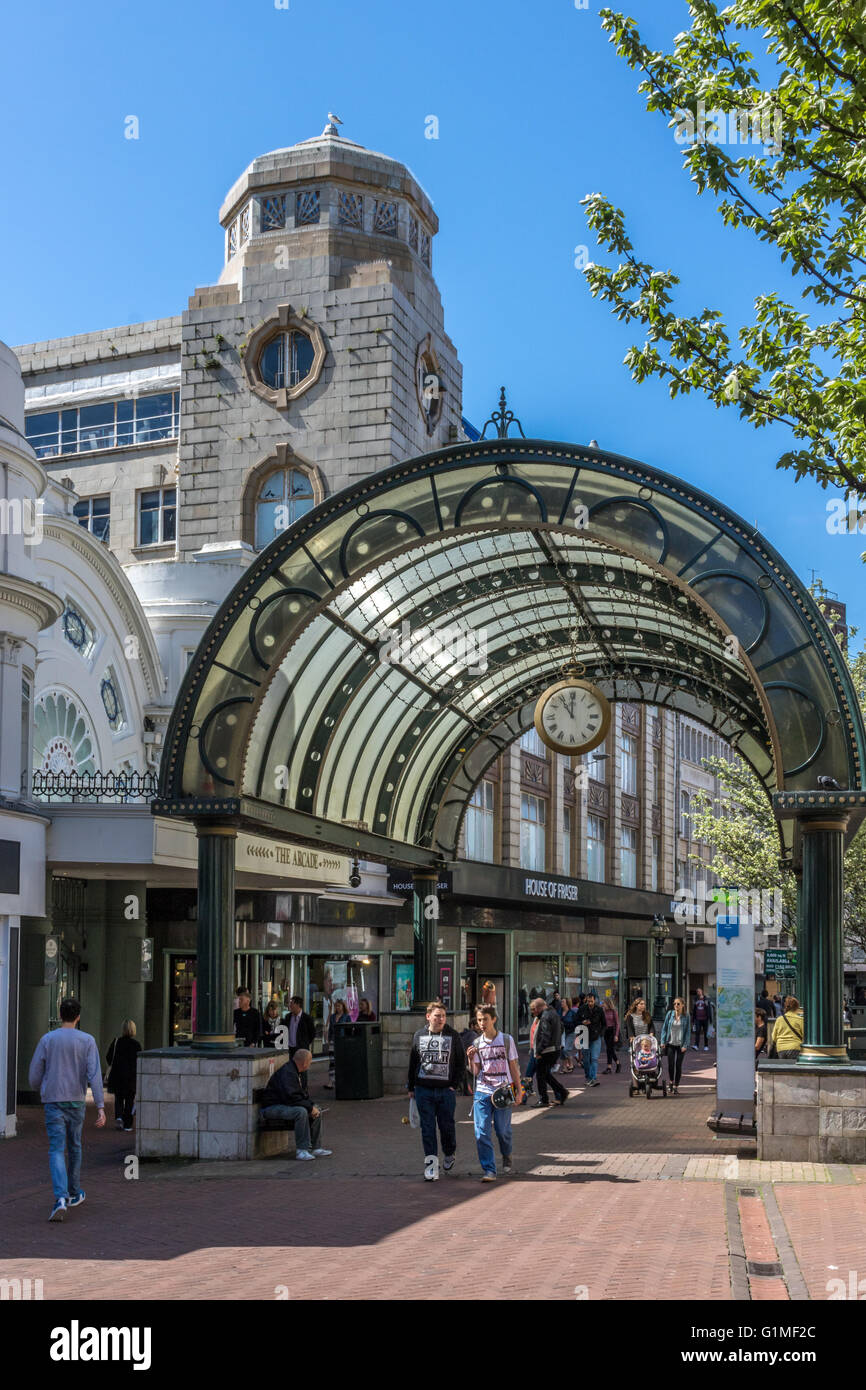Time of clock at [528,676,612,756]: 11:00
